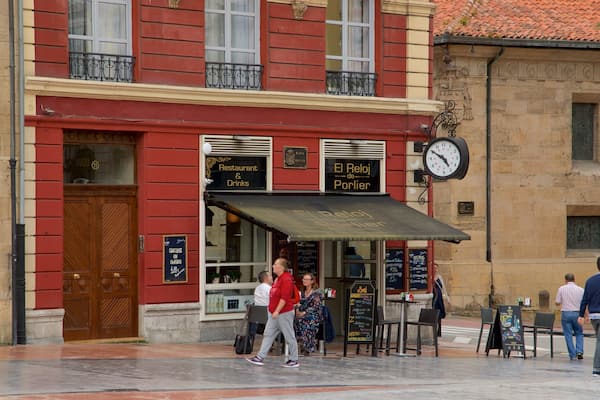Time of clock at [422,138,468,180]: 4:50
